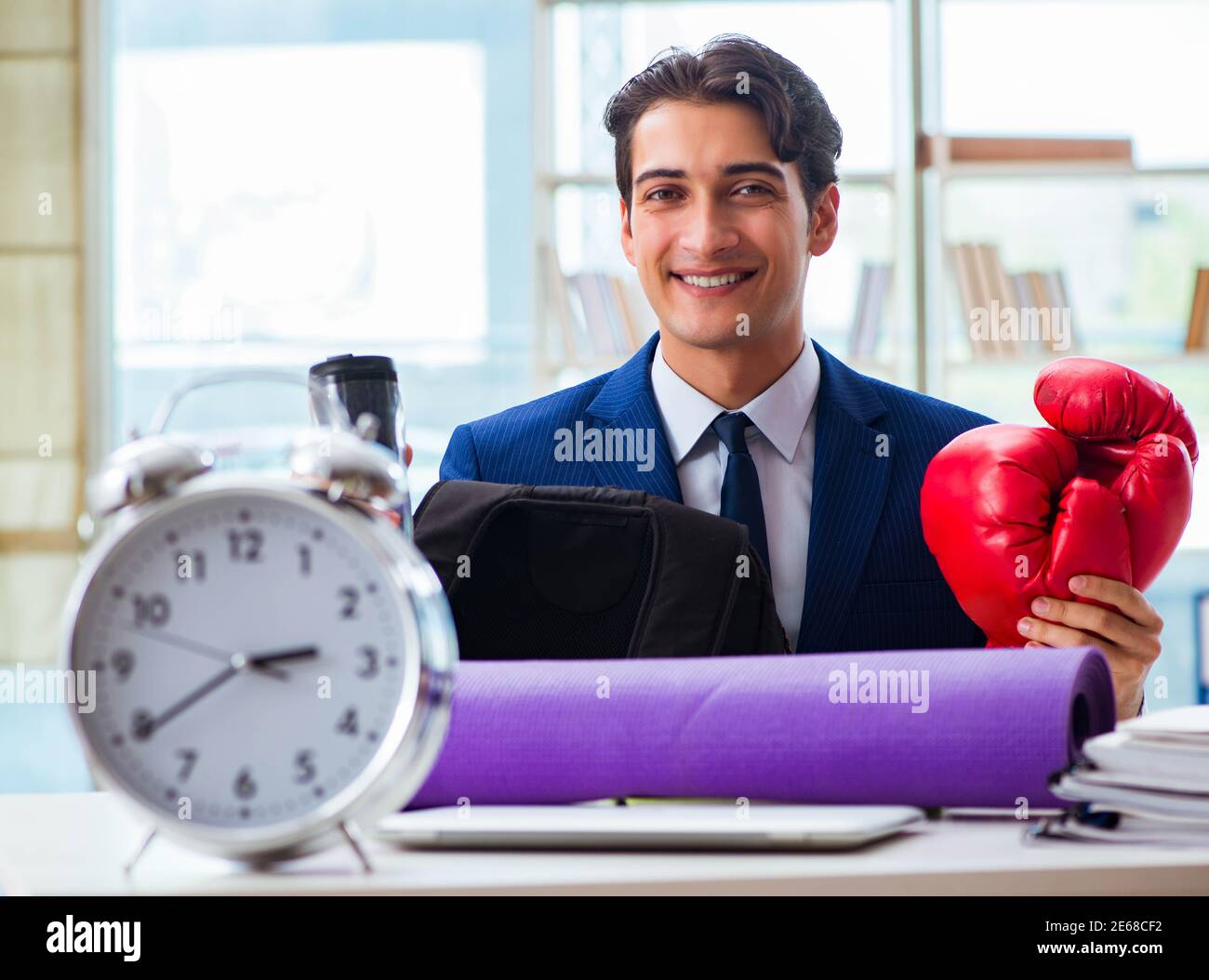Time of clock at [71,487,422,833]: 2:39
